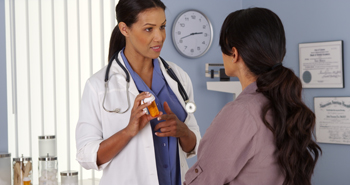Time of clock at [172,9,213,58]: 2:41
